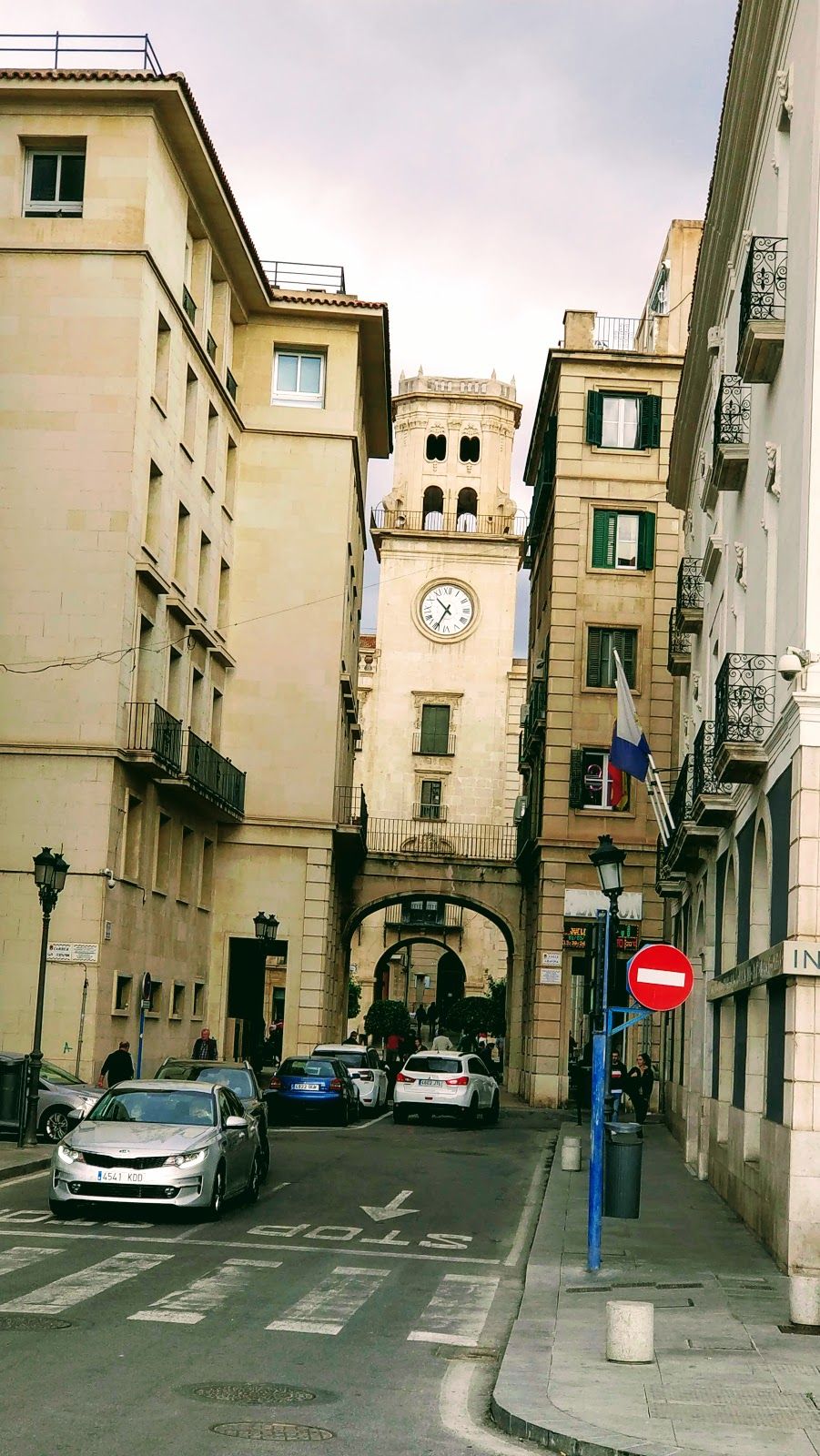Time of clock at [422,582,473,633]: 10:34
